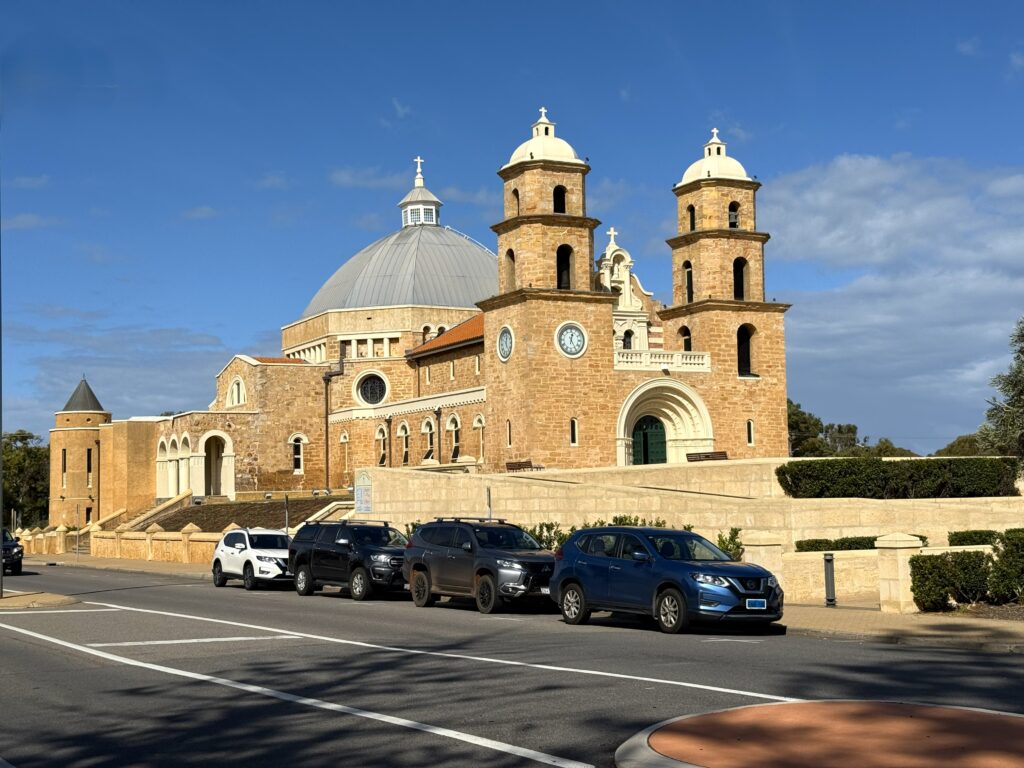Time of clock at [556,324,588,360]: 12:24
